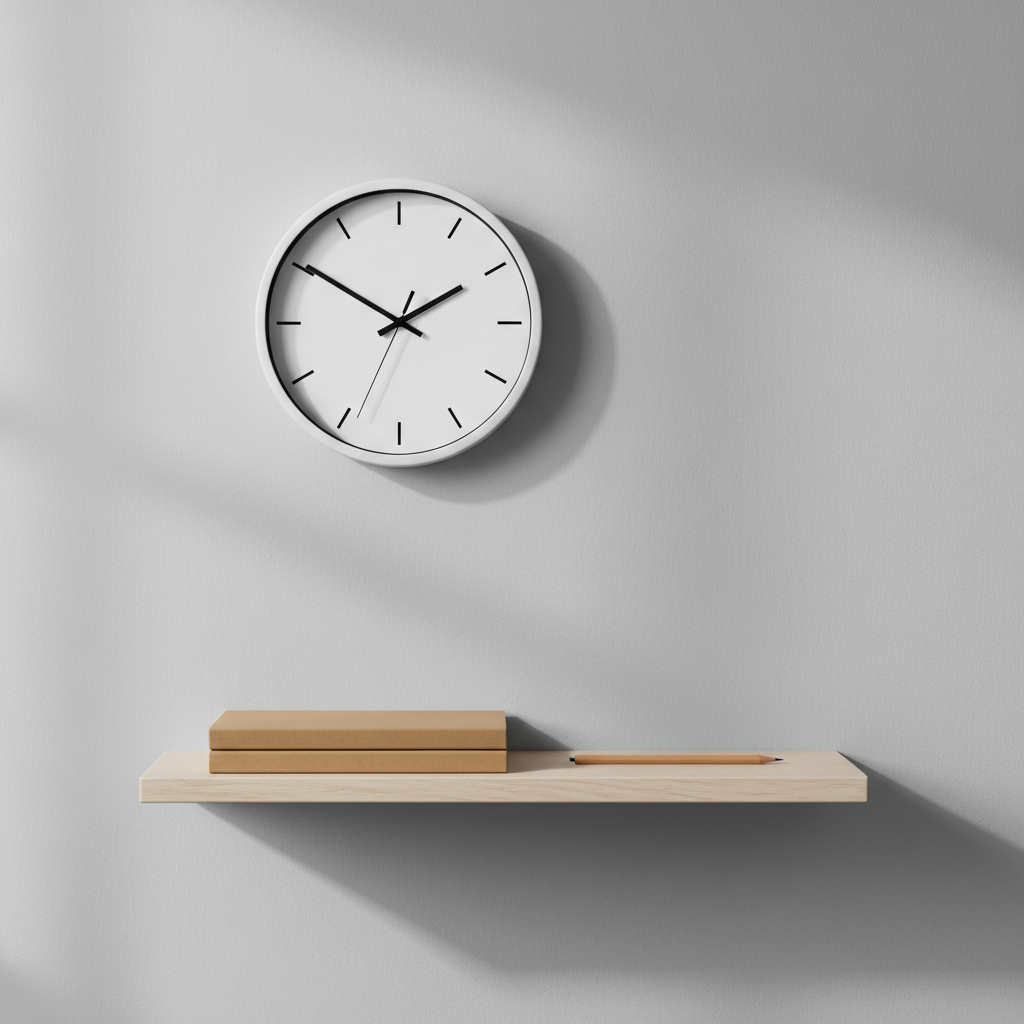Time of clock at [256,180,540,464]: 1:50
